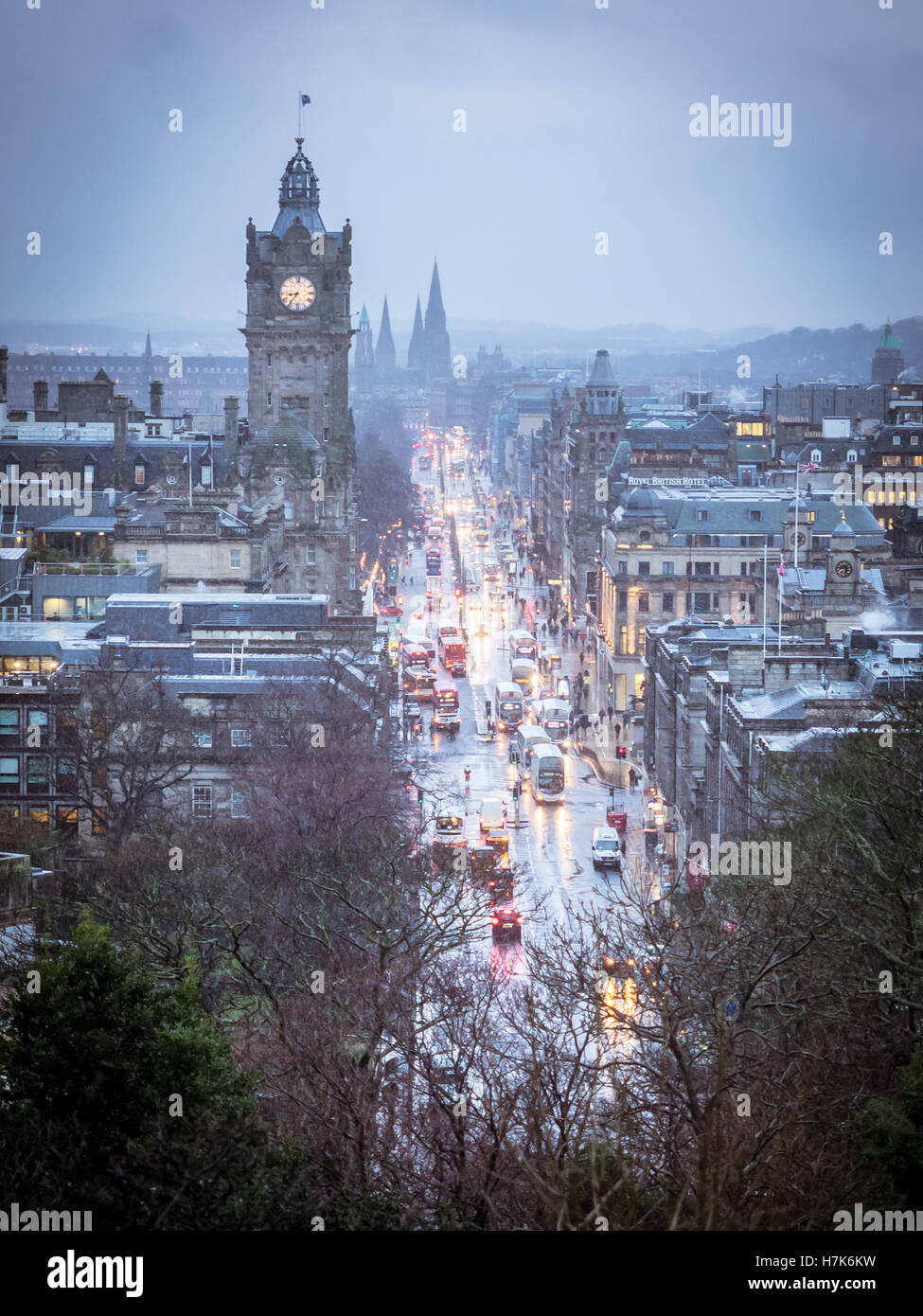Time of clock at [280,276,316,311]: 8:36
